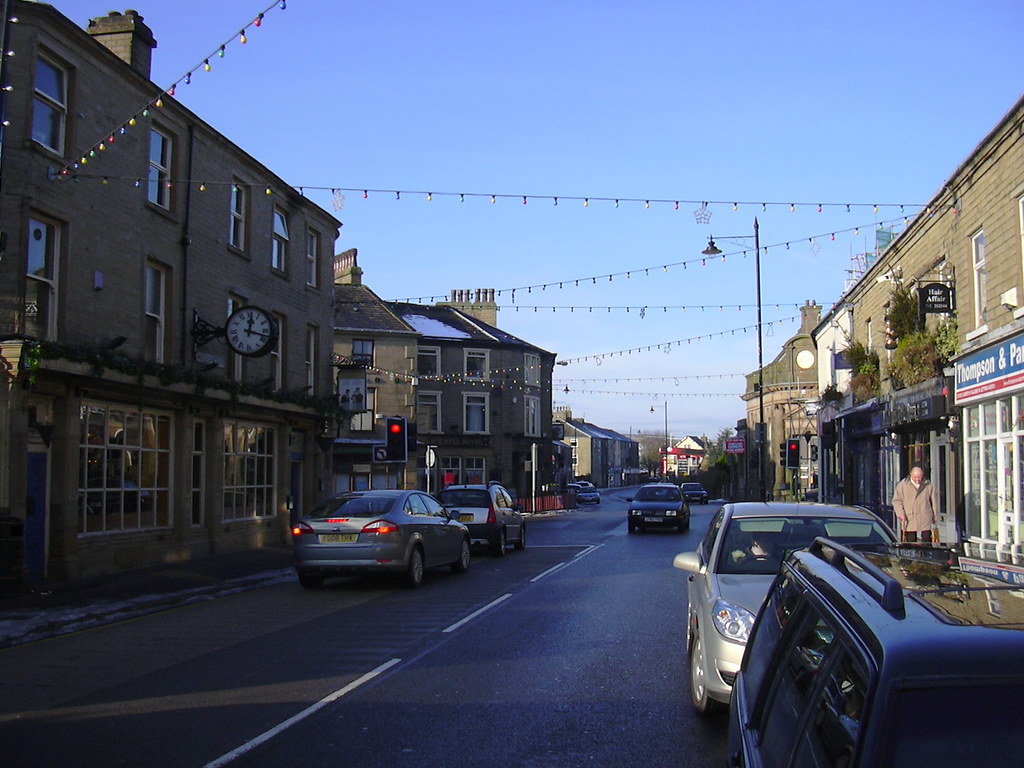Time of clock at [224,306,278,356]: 12:17
